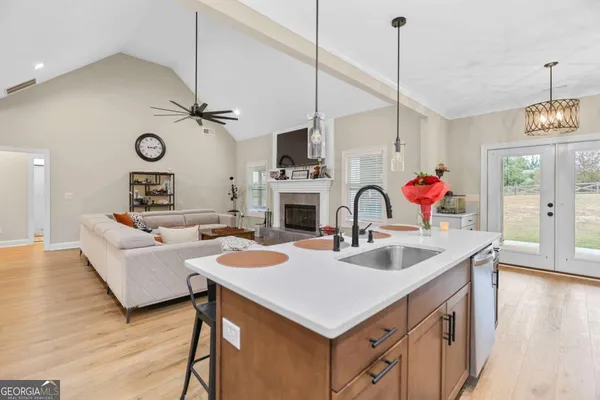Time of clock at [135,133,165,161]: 3:12
